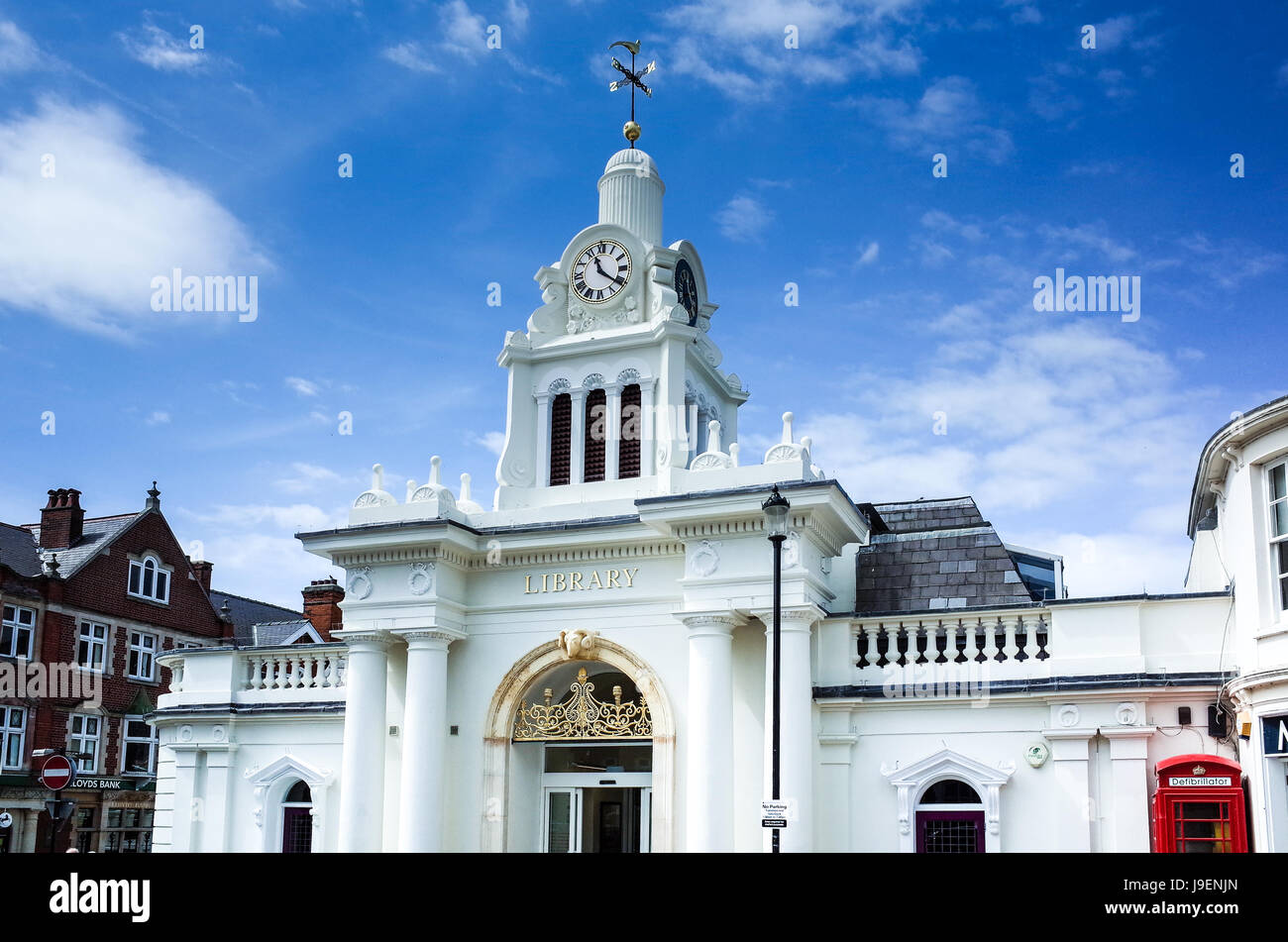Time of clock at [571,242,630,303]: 11:21
